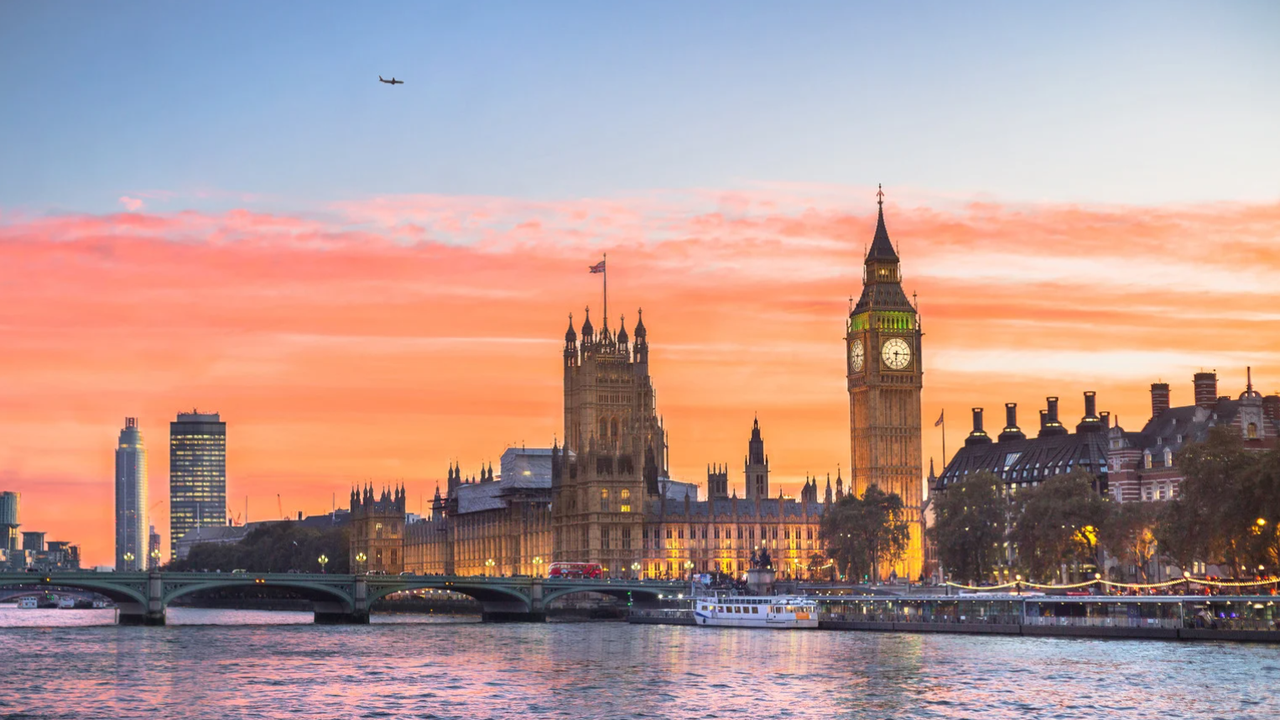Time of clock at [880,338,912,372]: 6:15
